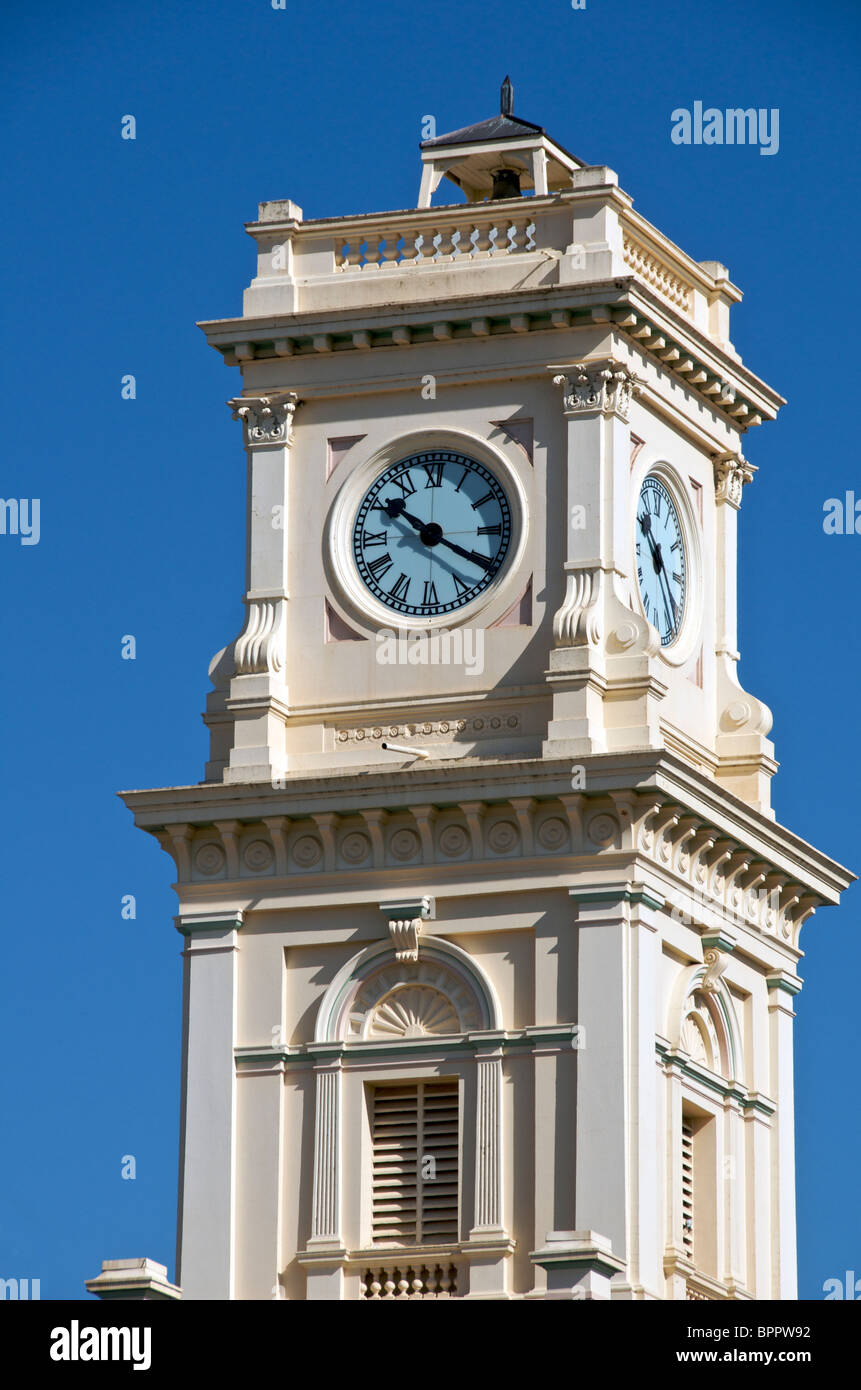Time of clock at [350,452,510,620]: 10:20
